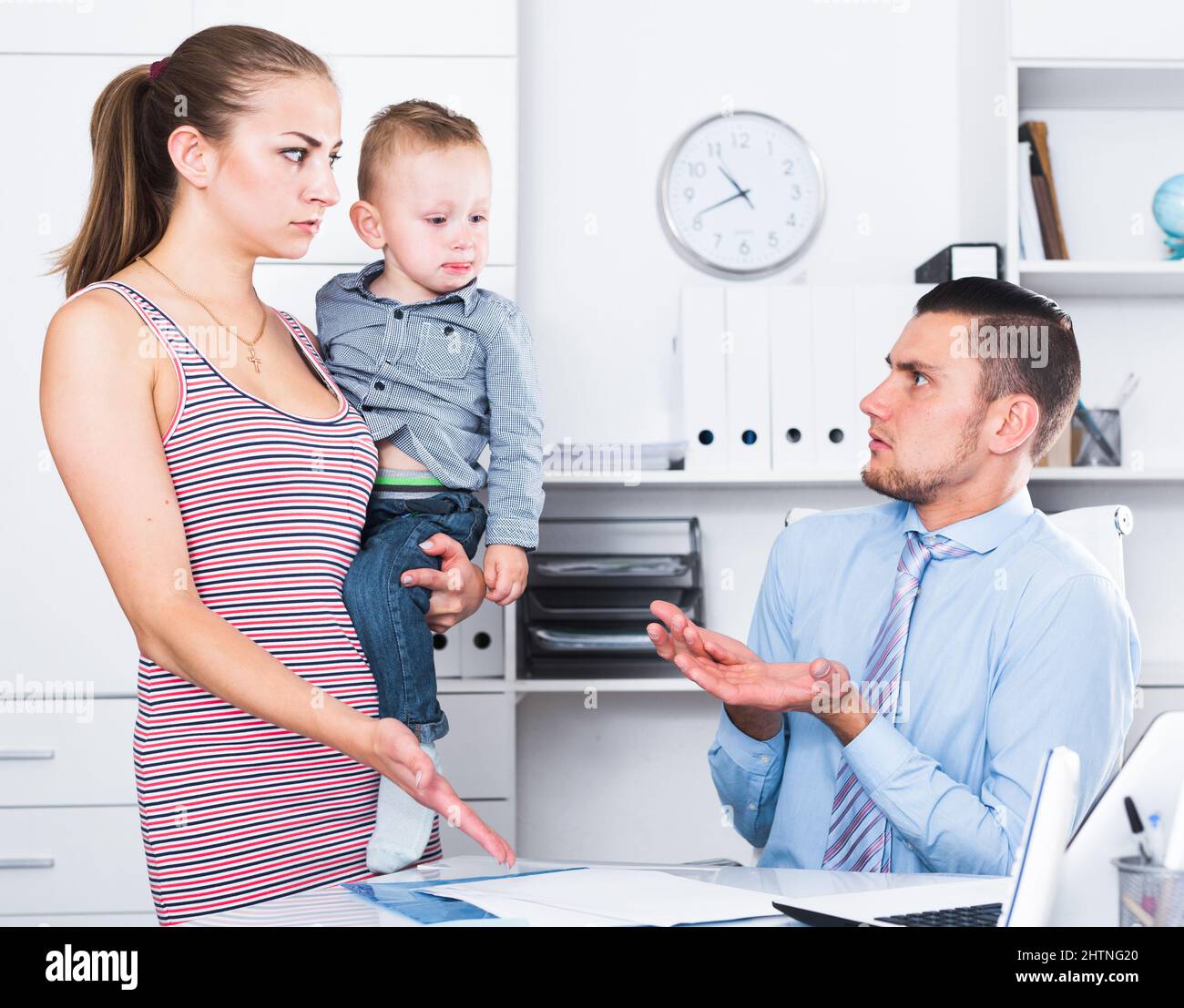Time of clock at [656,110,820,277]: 10:41
